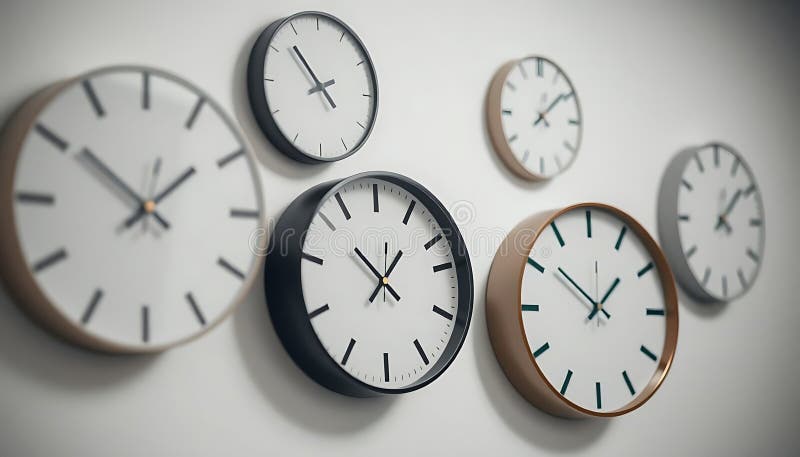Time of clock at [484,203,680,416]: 1:51
